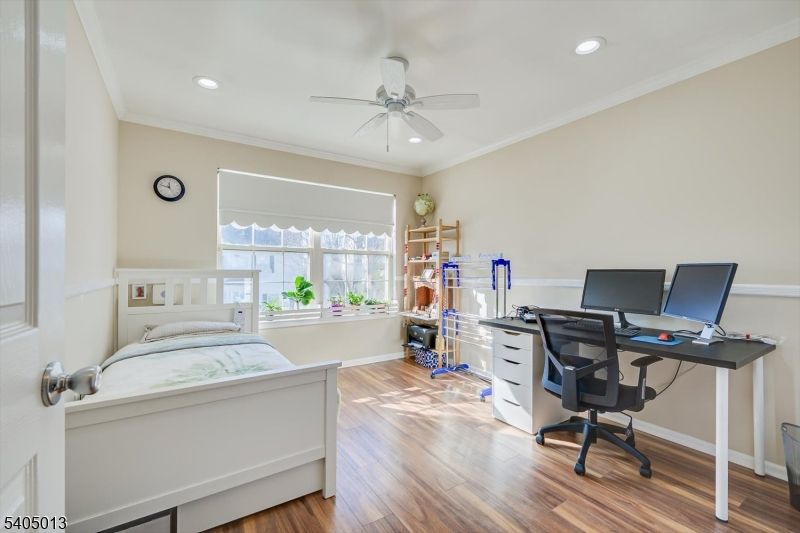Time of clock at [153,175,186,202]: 11:47
